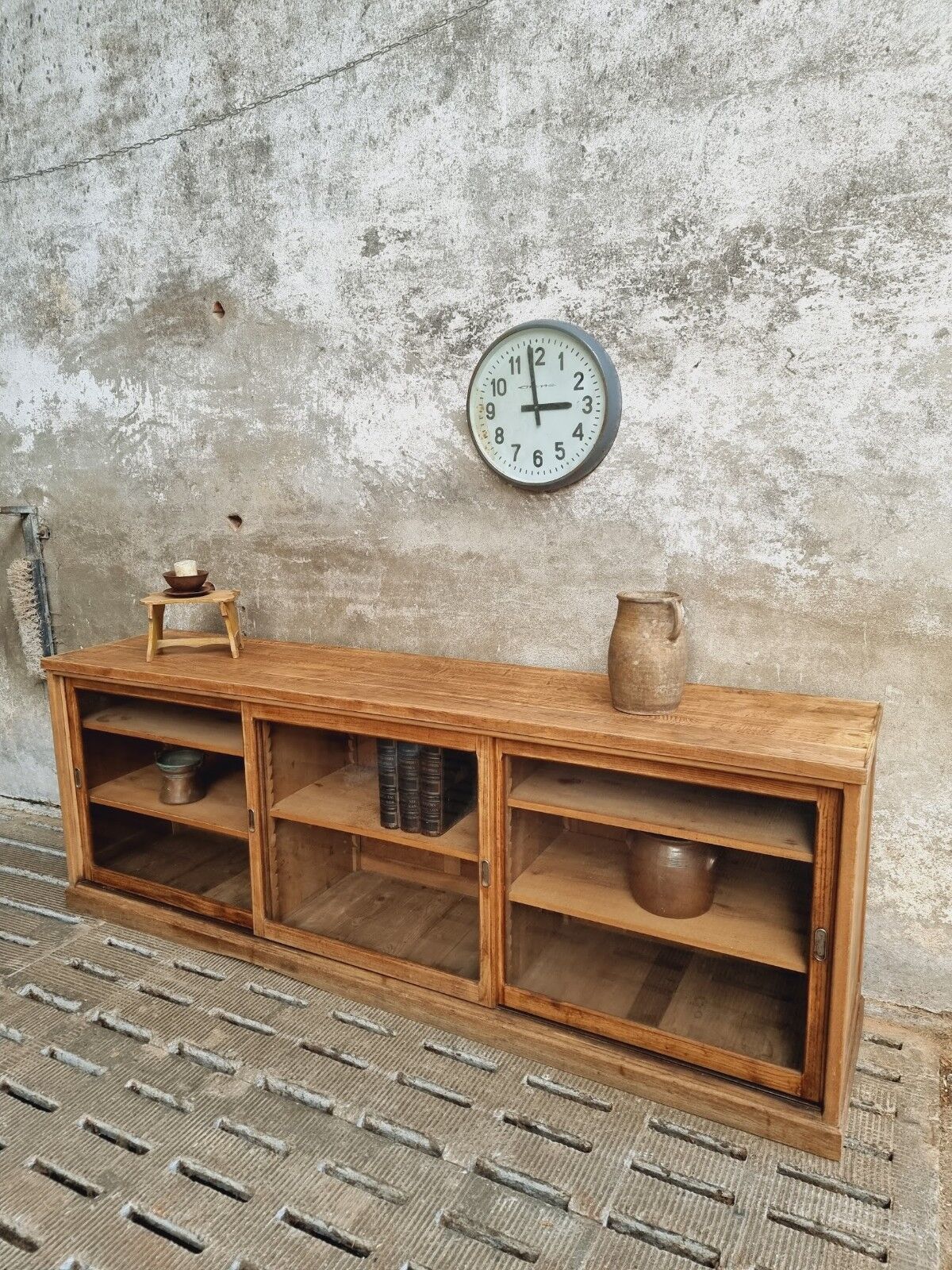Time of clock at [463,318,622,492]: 2:58
